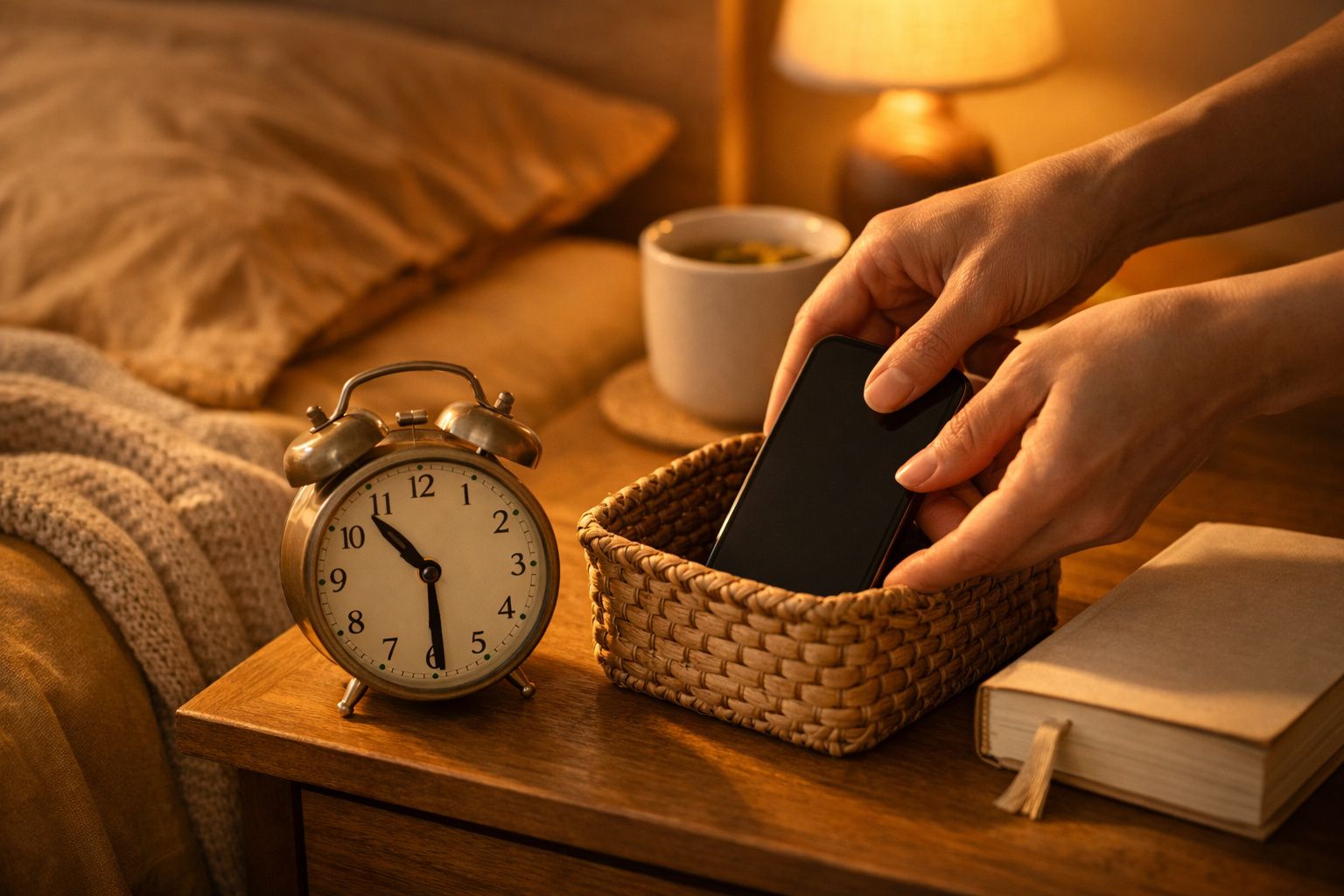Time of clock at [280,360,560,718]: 10:29
